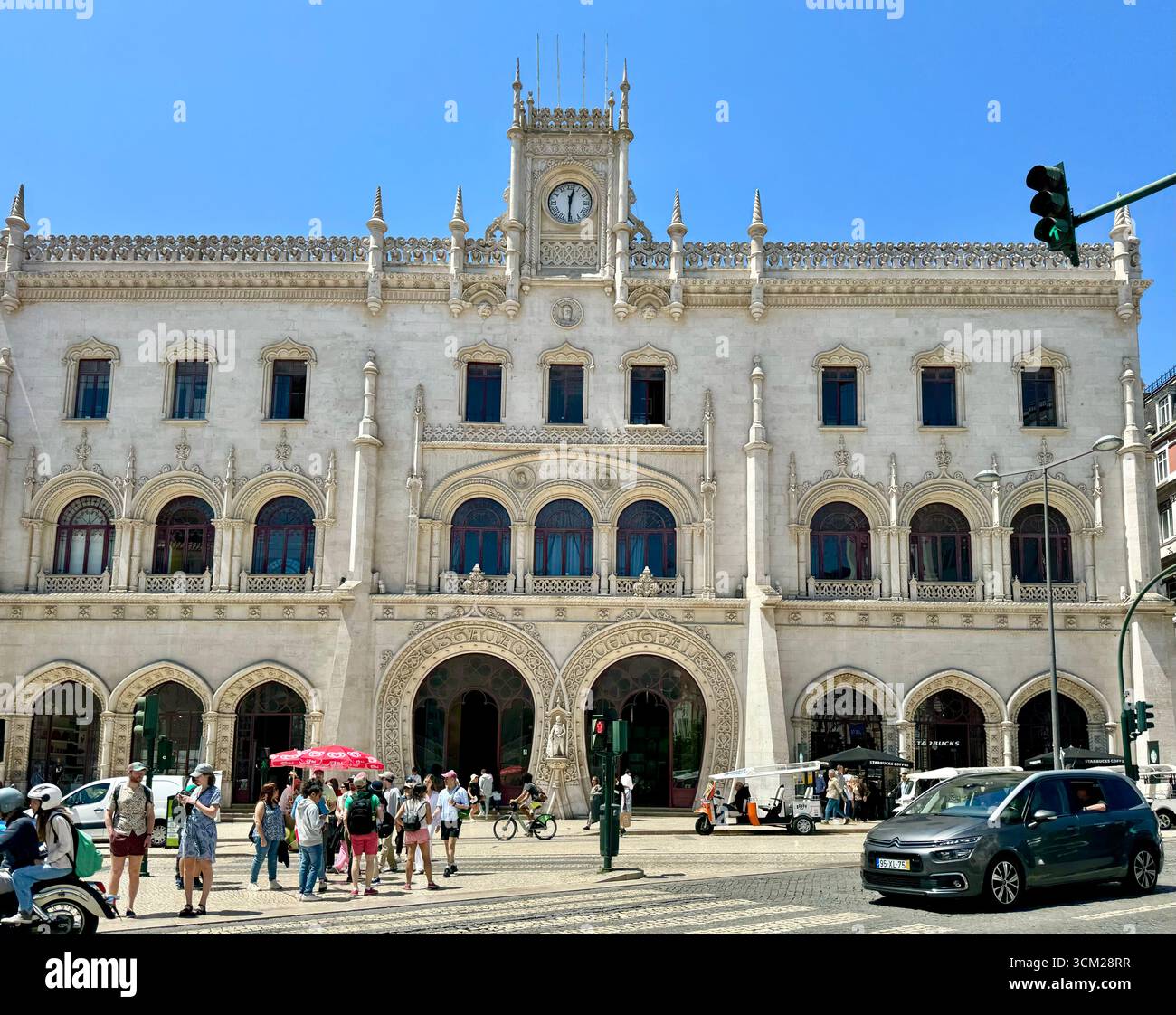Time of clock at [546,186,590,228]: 12:30
